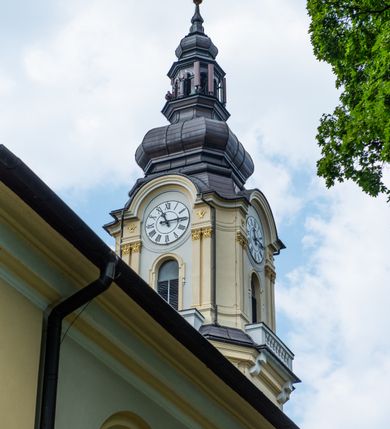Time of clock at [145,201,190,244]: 11:14
